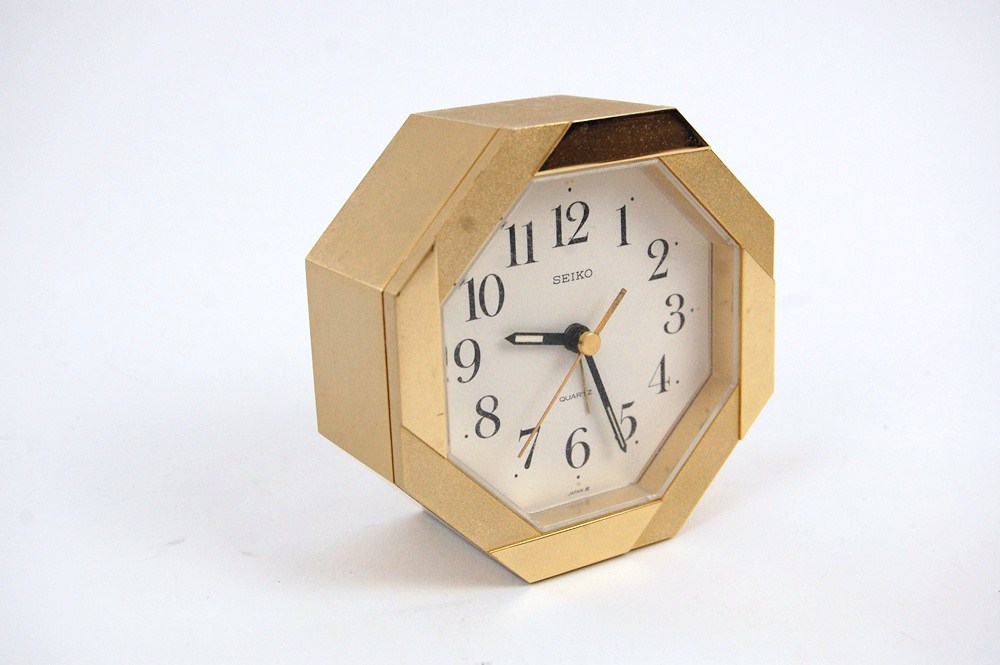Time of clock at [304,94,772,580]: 9:25
